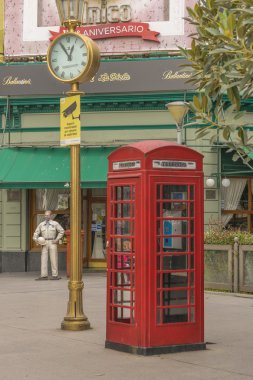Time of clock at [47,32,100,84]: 12:55
